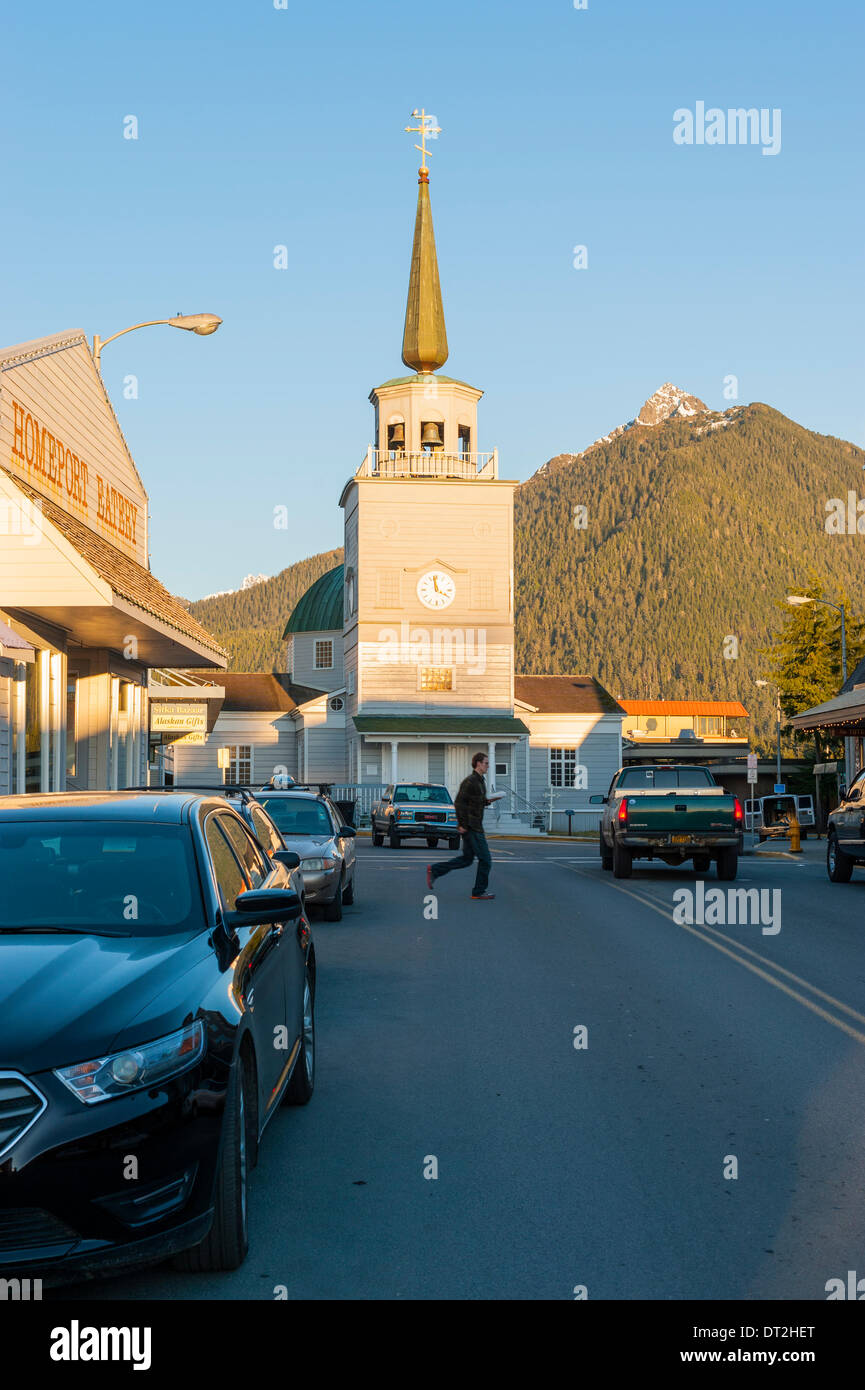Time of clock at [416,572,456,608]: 3:58
